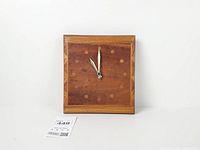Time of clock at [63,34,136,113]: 11:00
